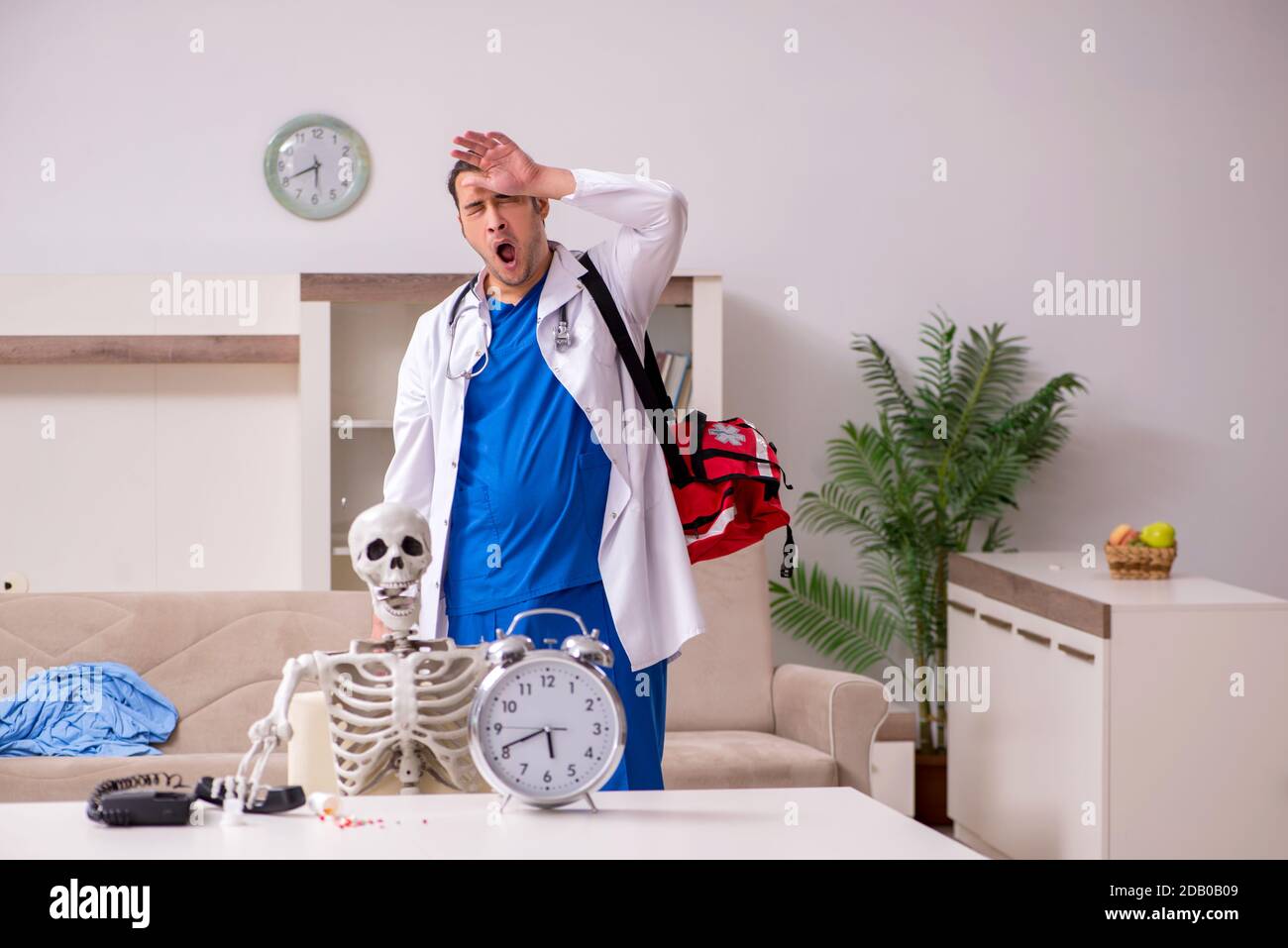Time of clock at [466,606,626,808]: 5:41
